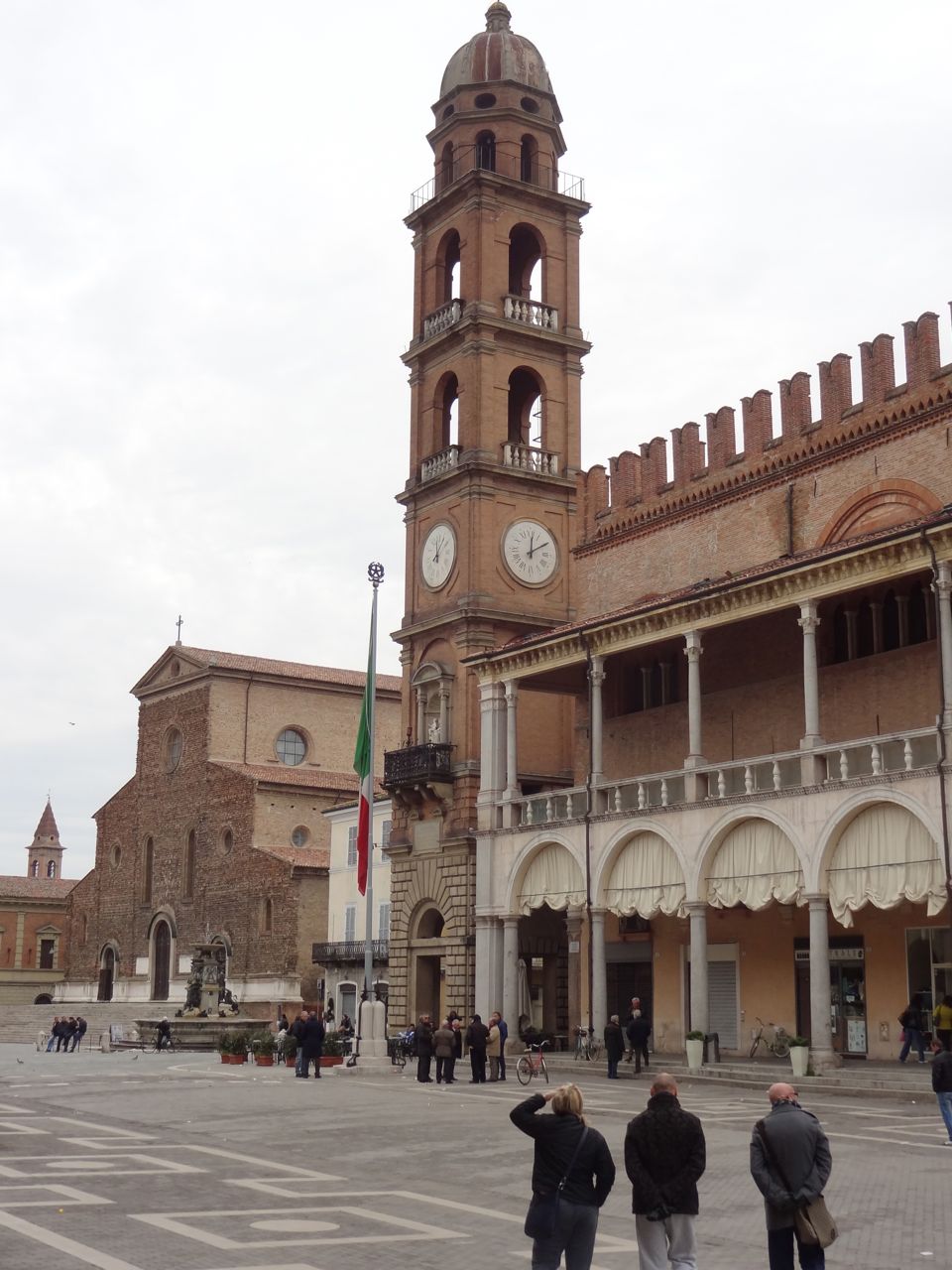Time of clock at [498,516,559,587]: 12:09
